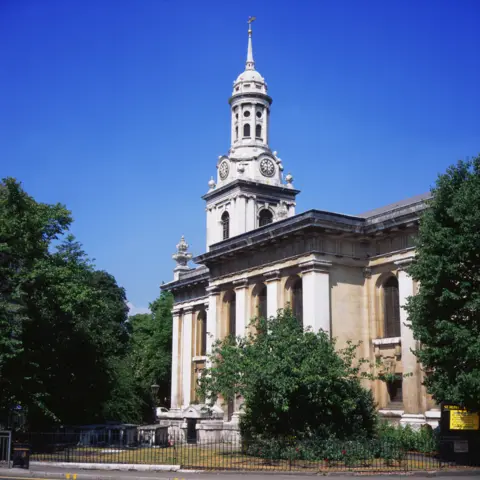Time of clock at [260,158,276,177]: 11:32
